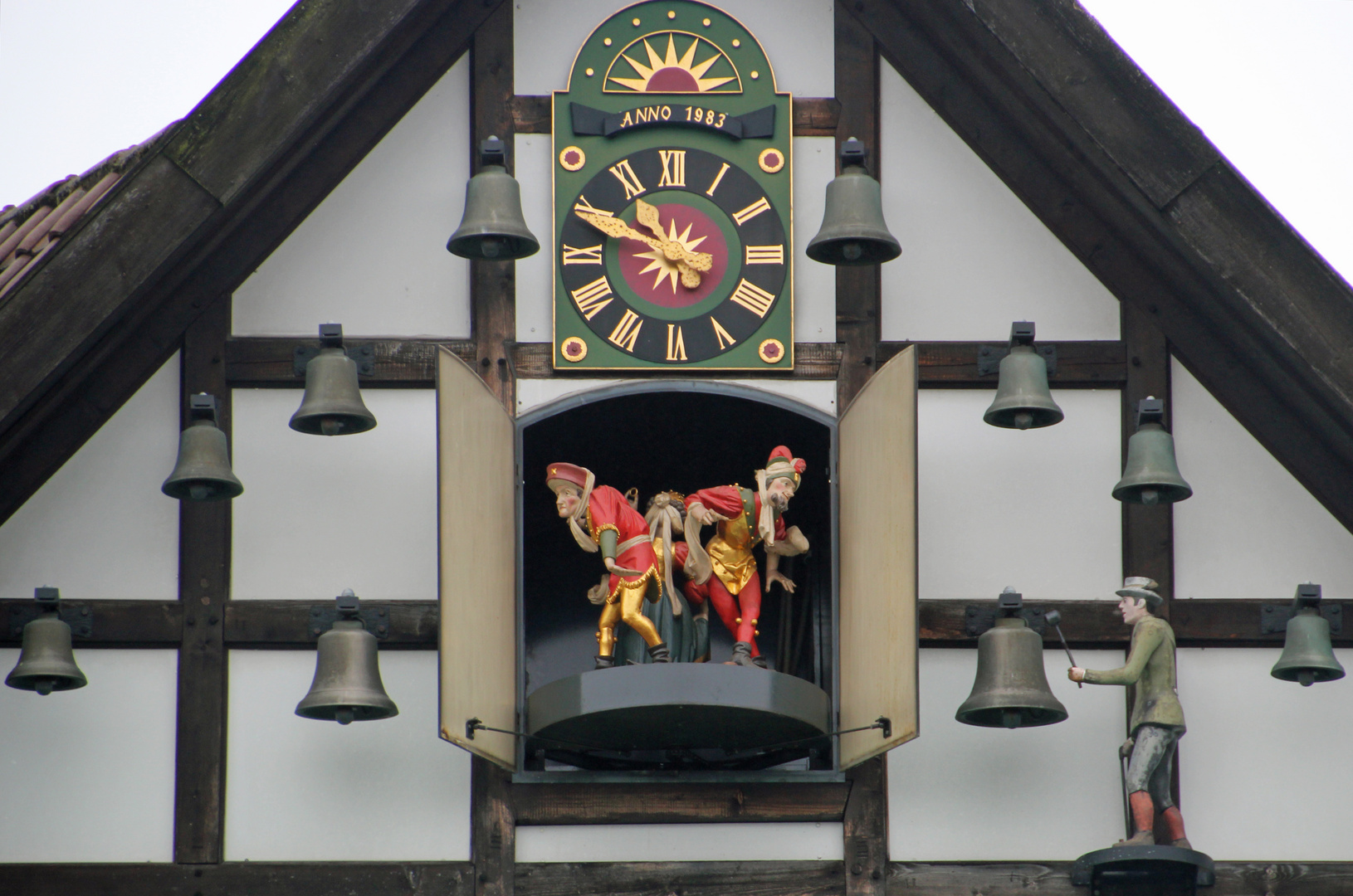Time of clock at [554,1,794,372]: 10:49
